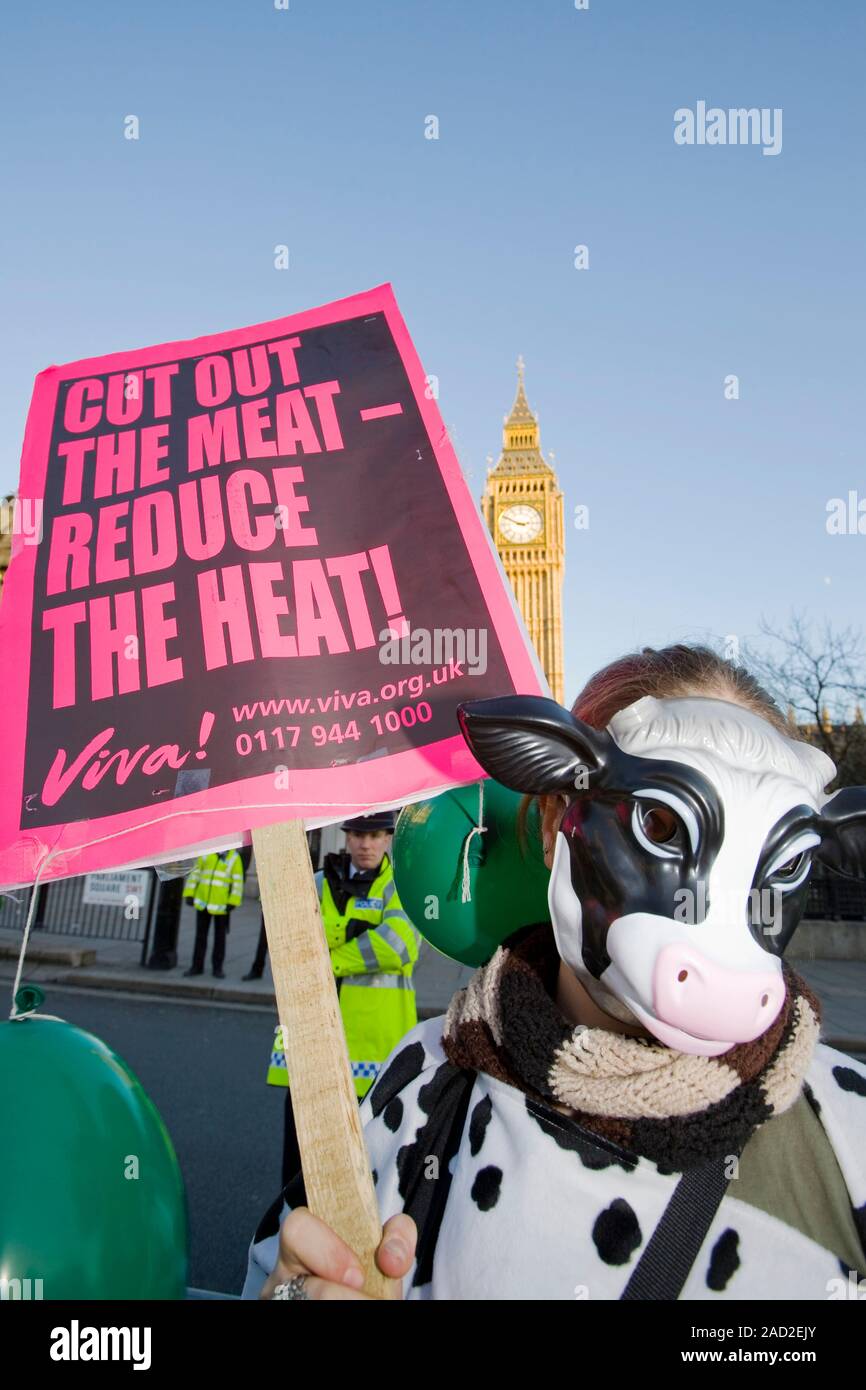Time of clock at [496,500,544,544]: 2:49
